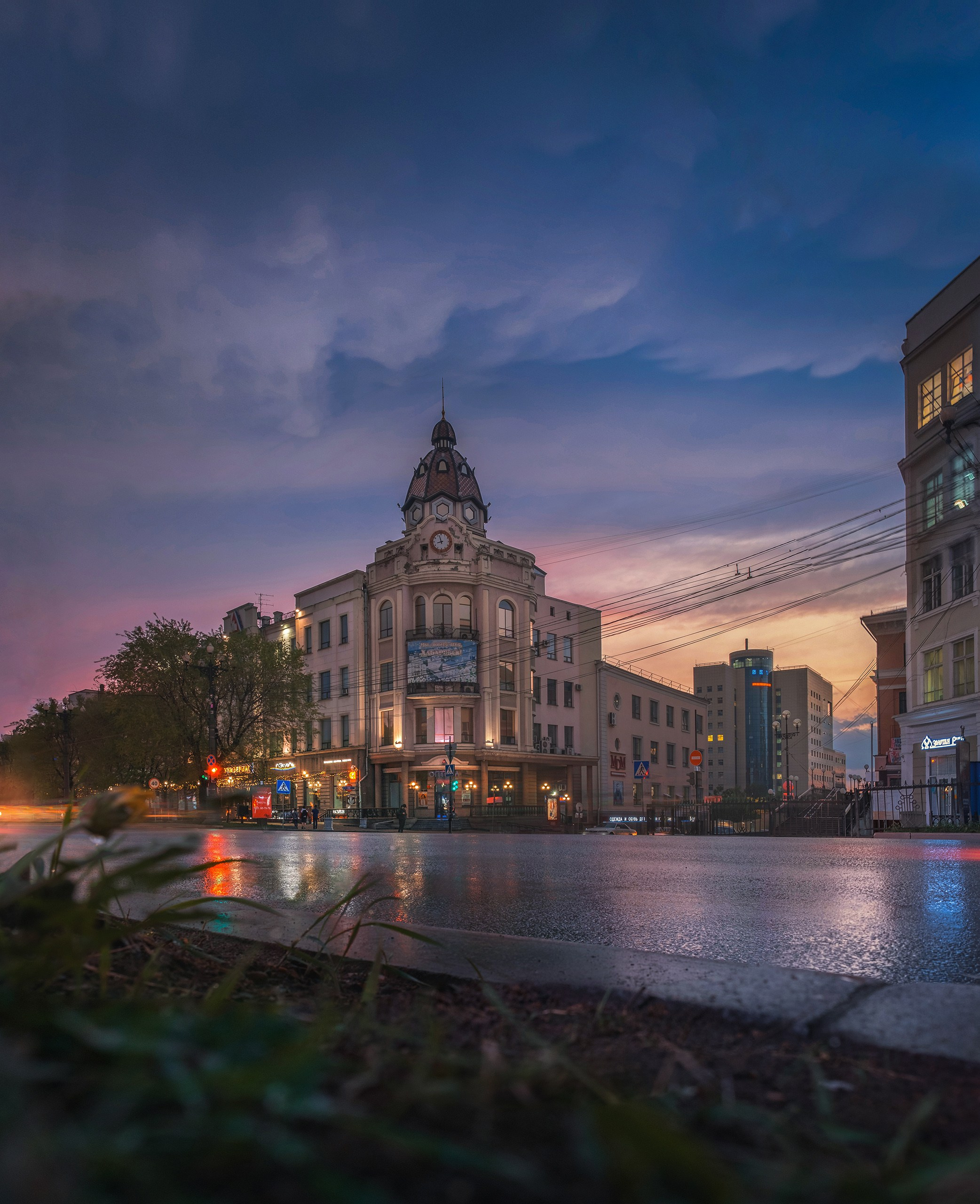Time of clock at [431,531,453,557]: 8:57
